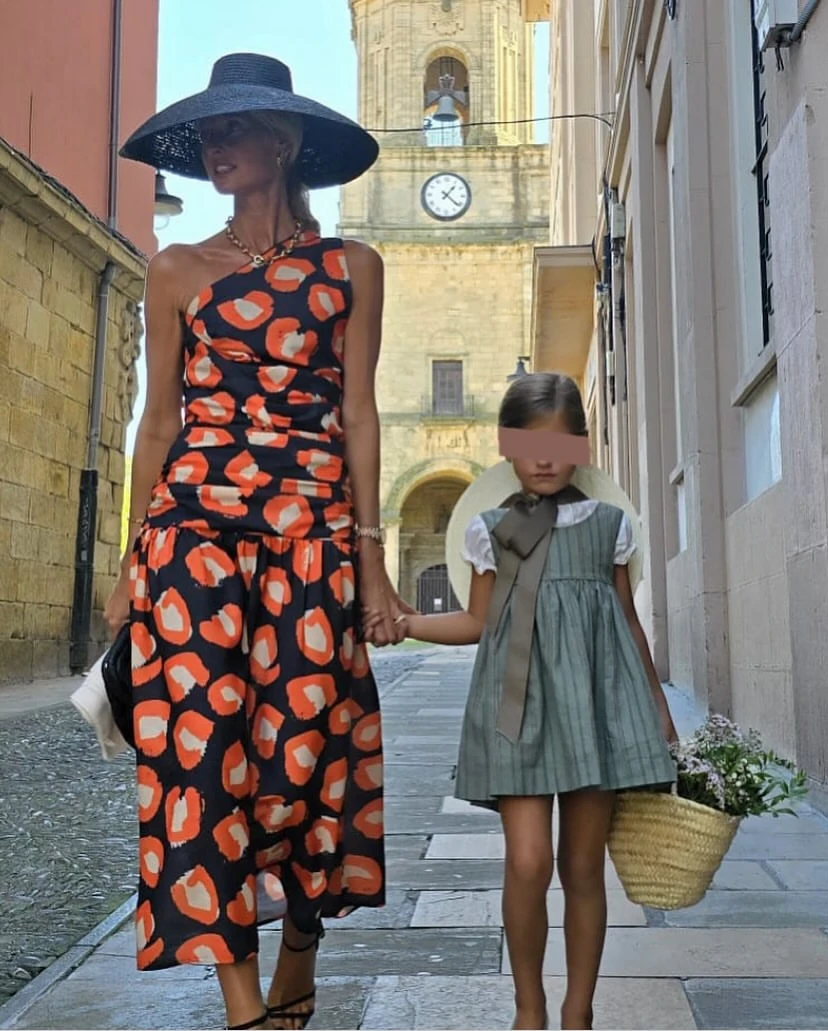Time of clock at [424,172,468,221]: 1:21
